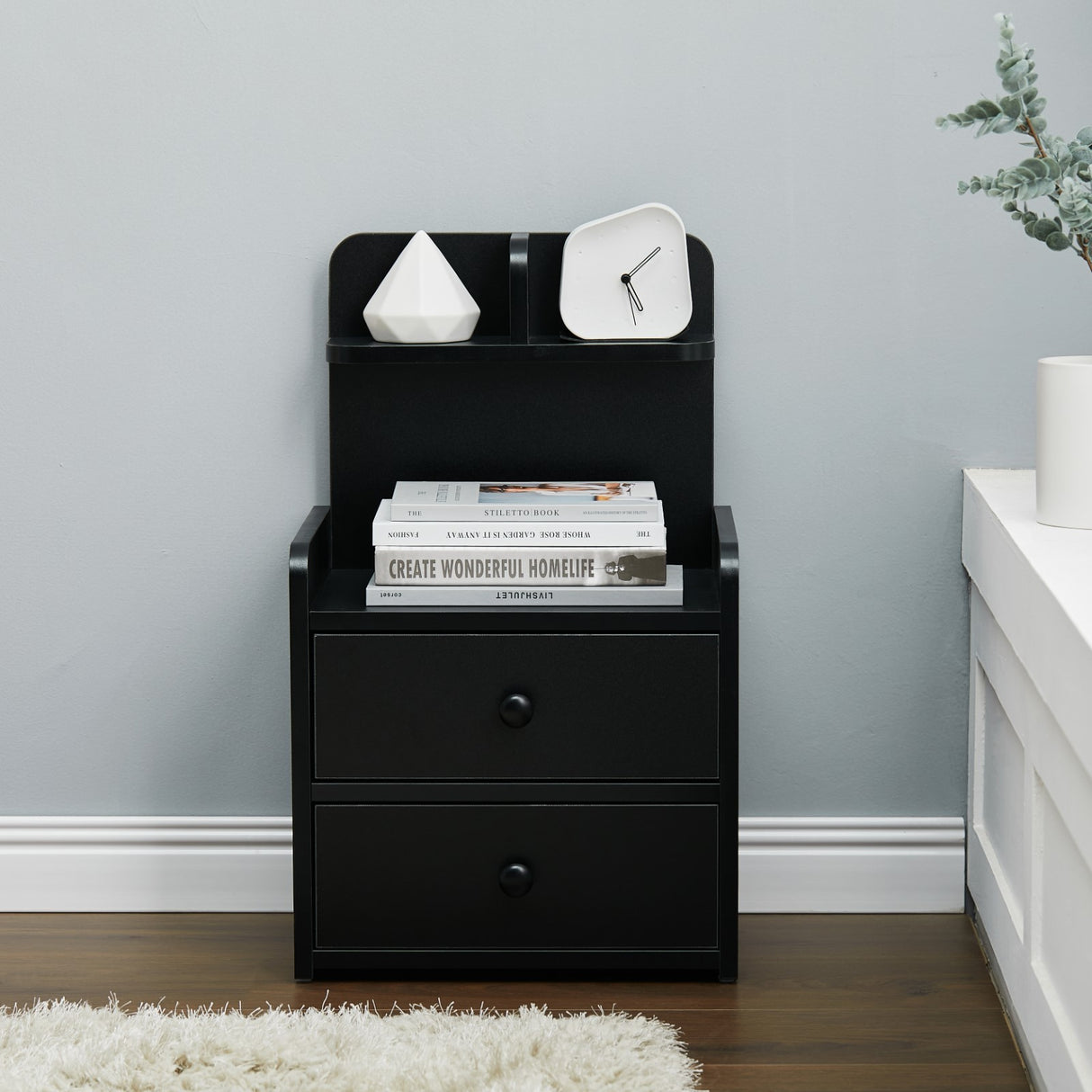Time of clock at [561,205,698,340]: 5:08
